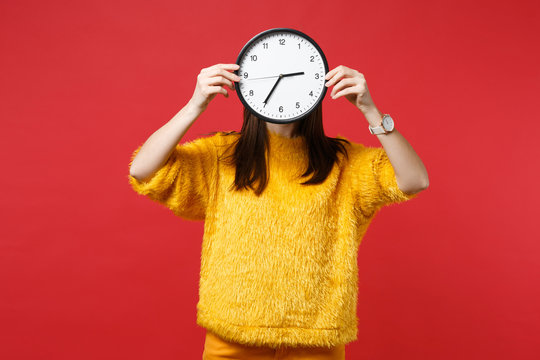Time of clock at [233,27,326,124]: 2:35
